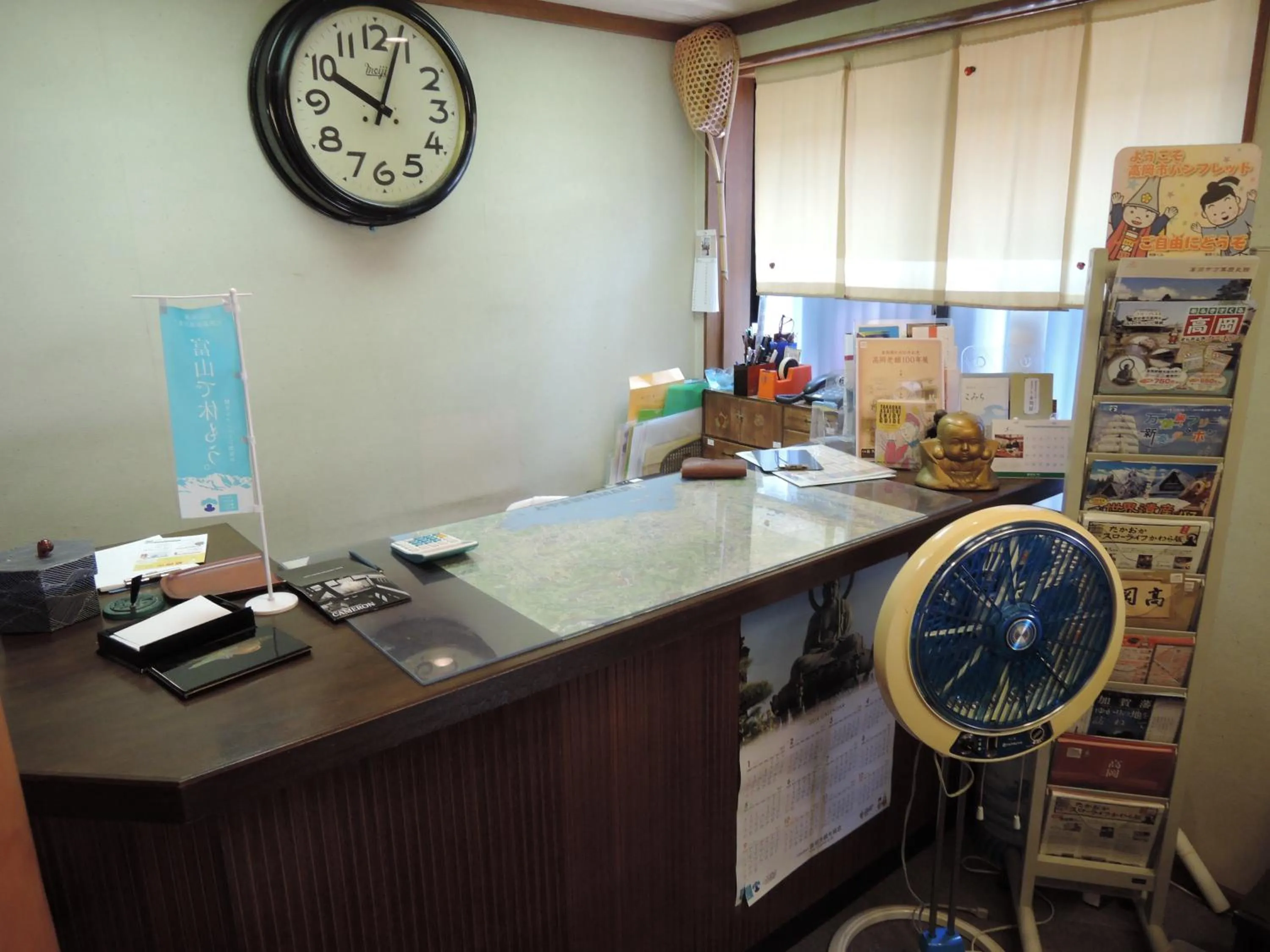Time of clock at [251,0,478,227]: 10:03
